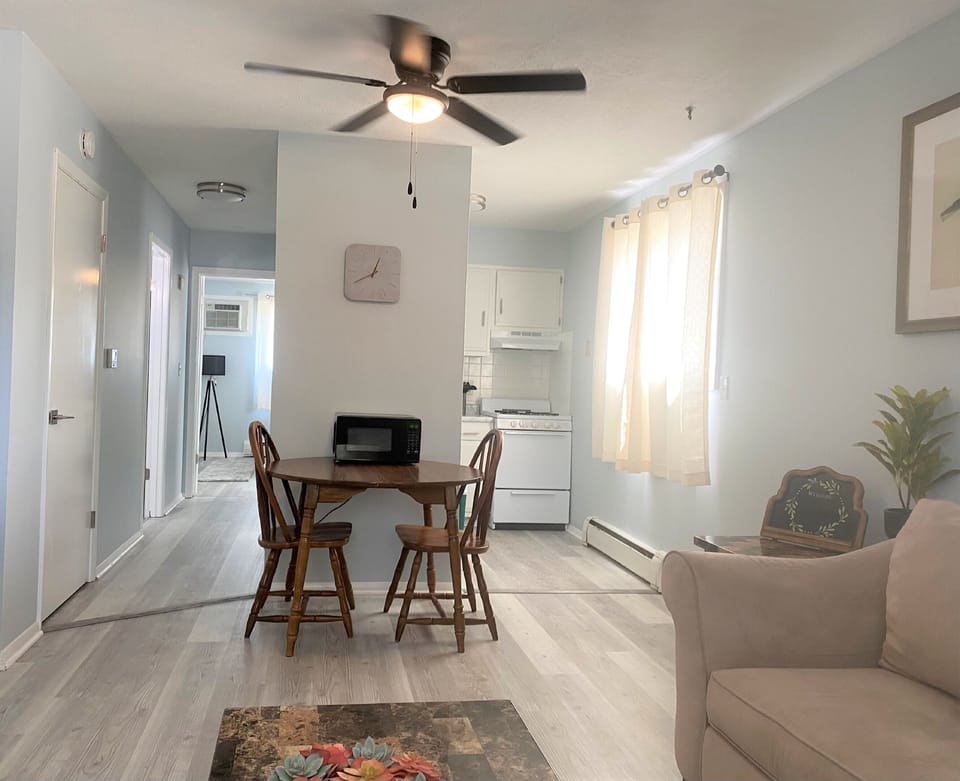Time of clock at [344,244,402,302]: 12:40
